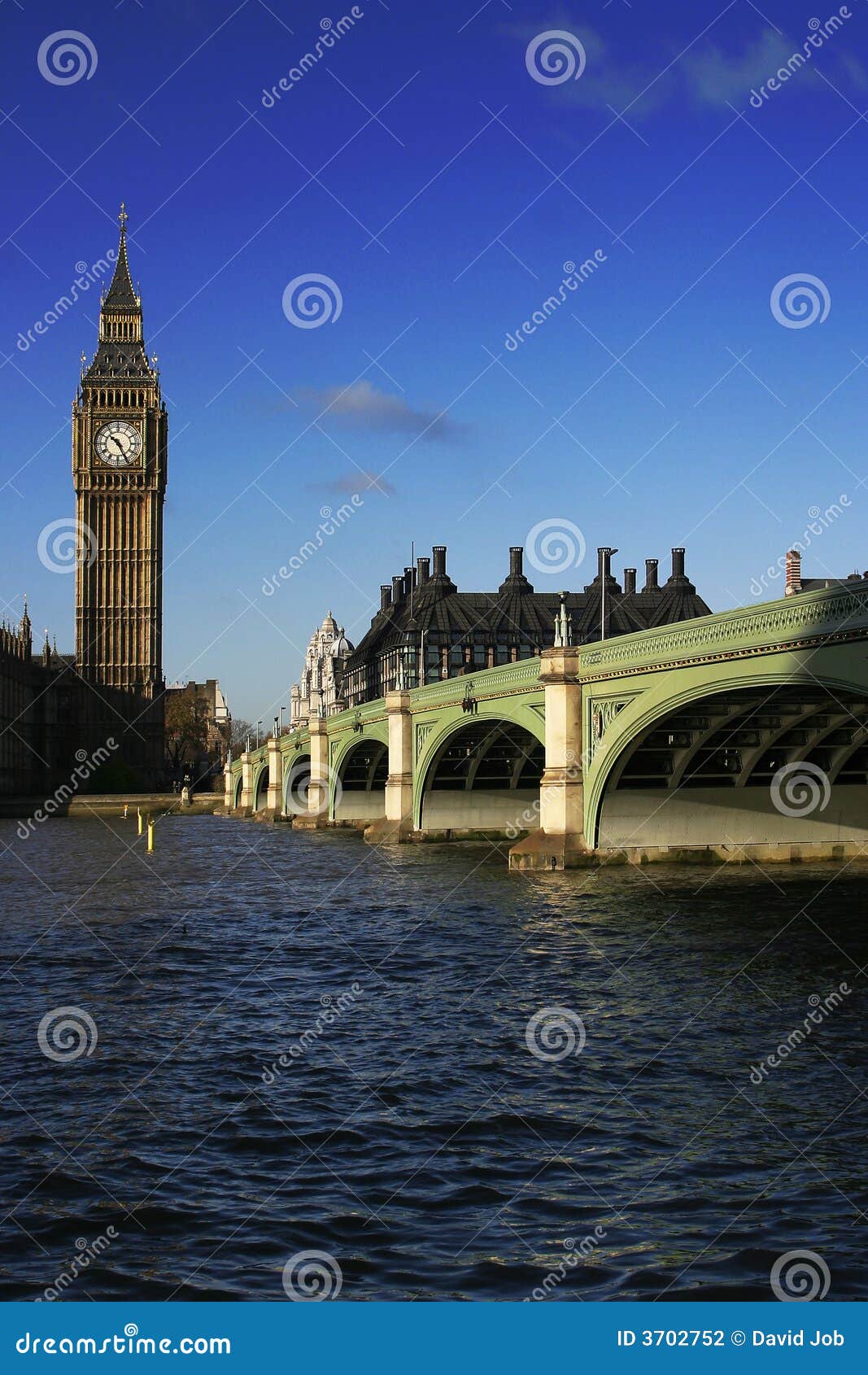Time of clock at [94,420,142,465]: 10:25
